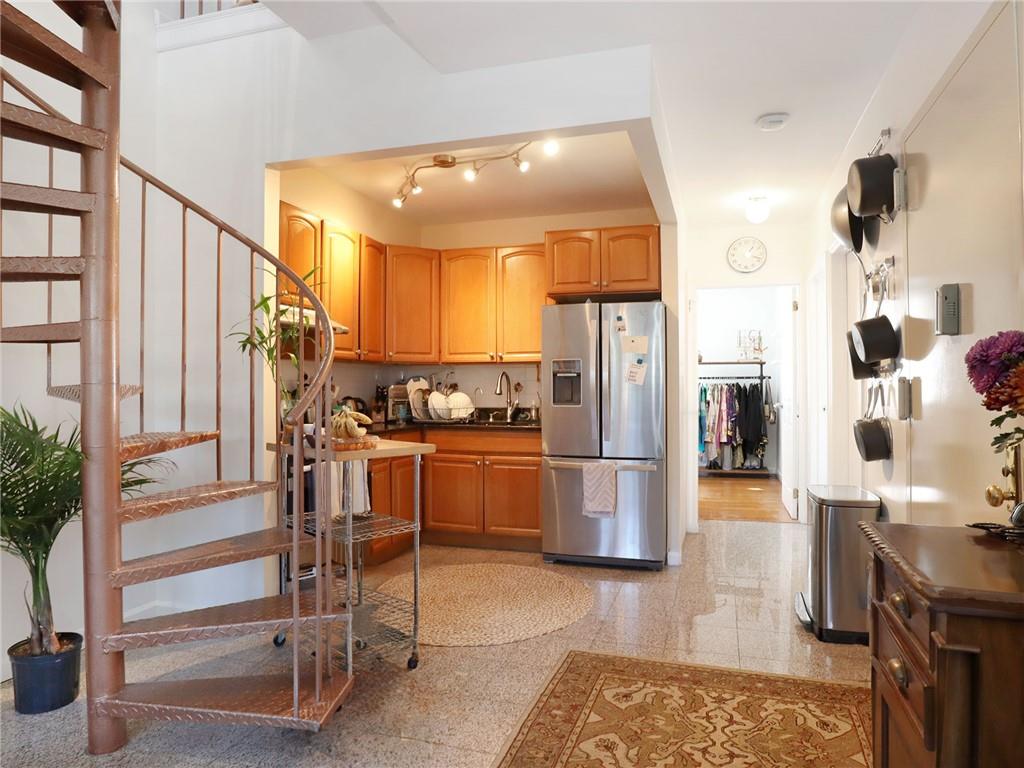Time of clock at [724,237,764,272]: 1:18
